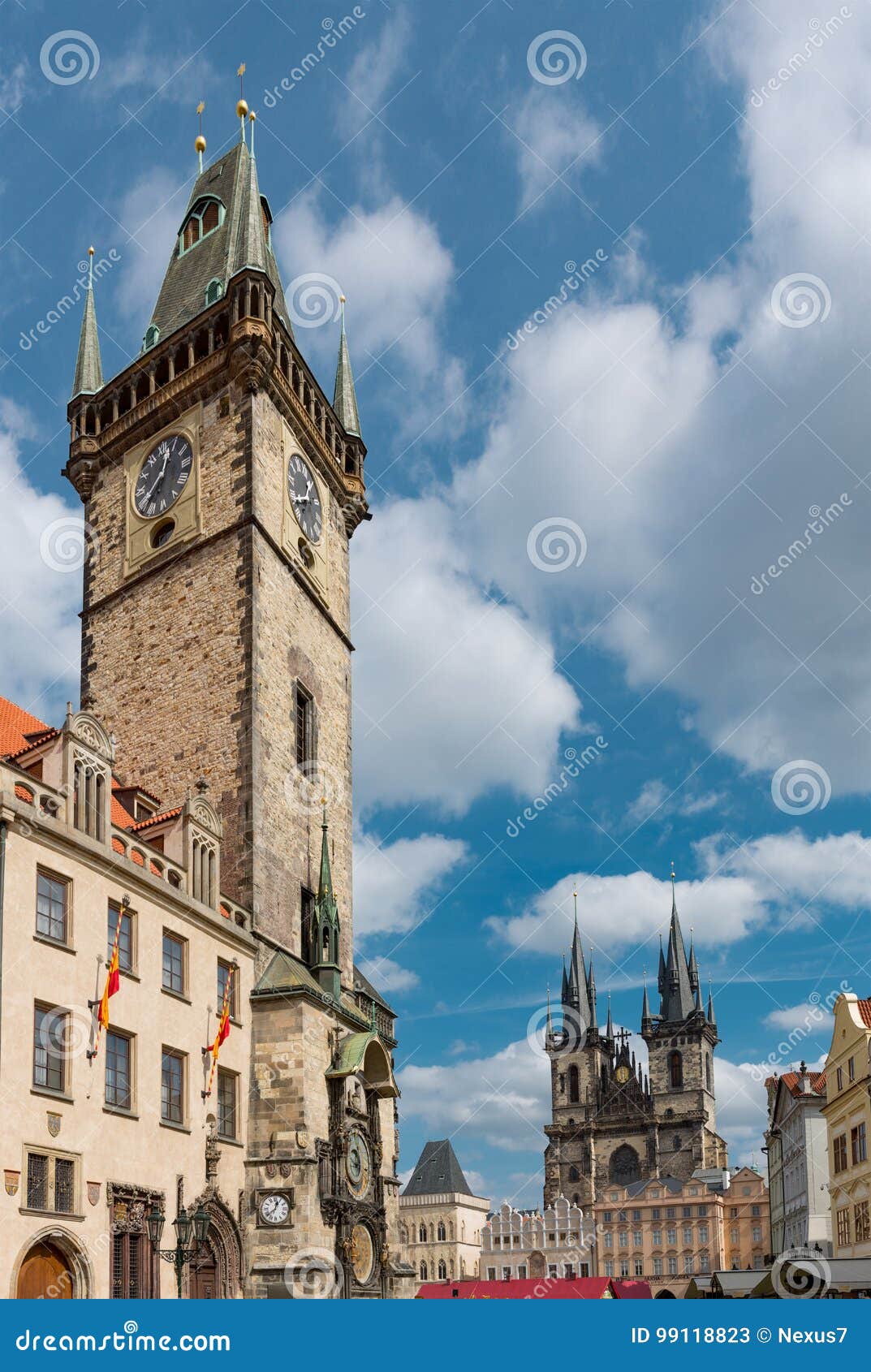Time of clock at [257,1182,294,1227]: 12:38
